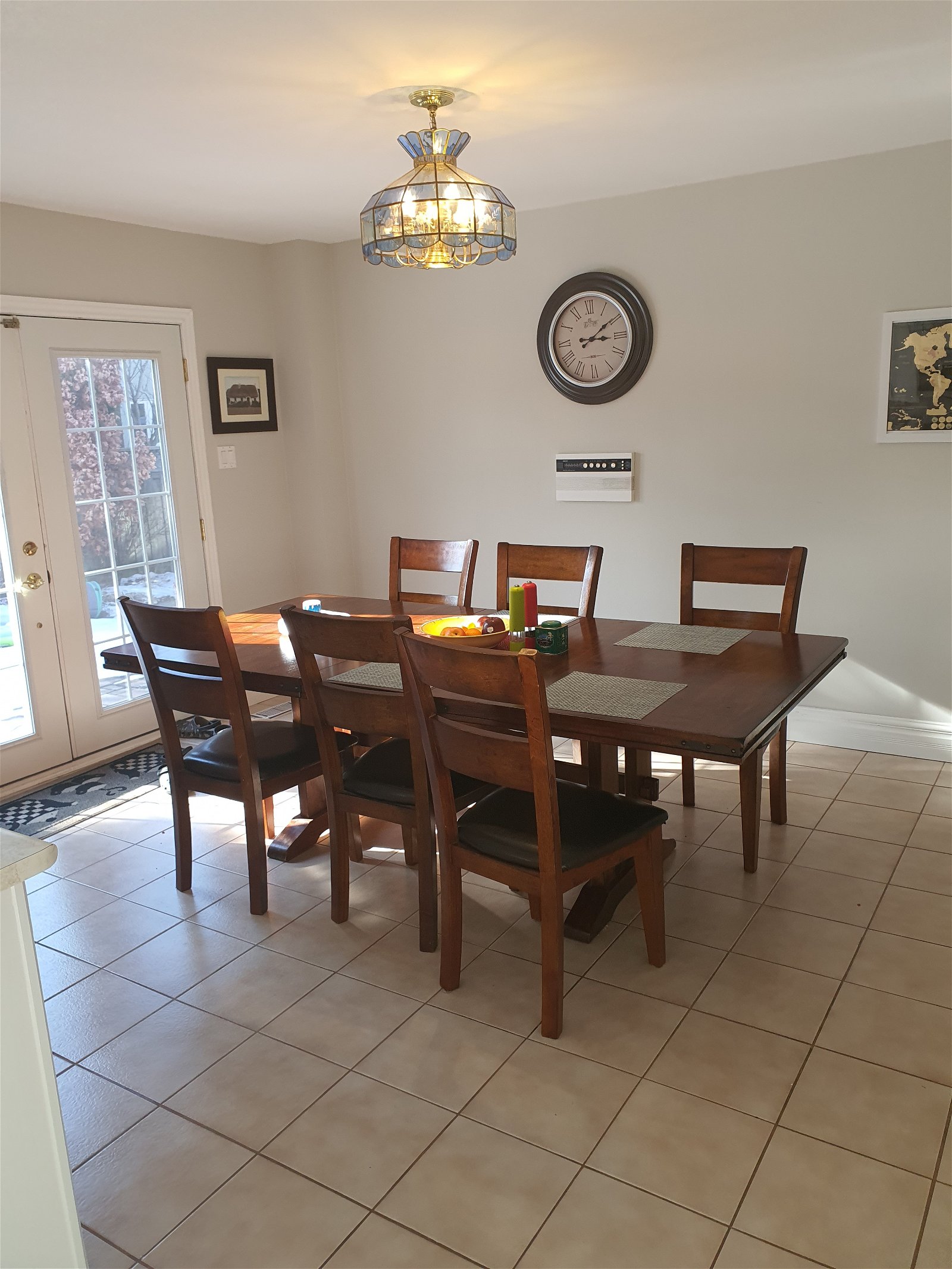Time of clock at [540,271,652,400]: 3:09
